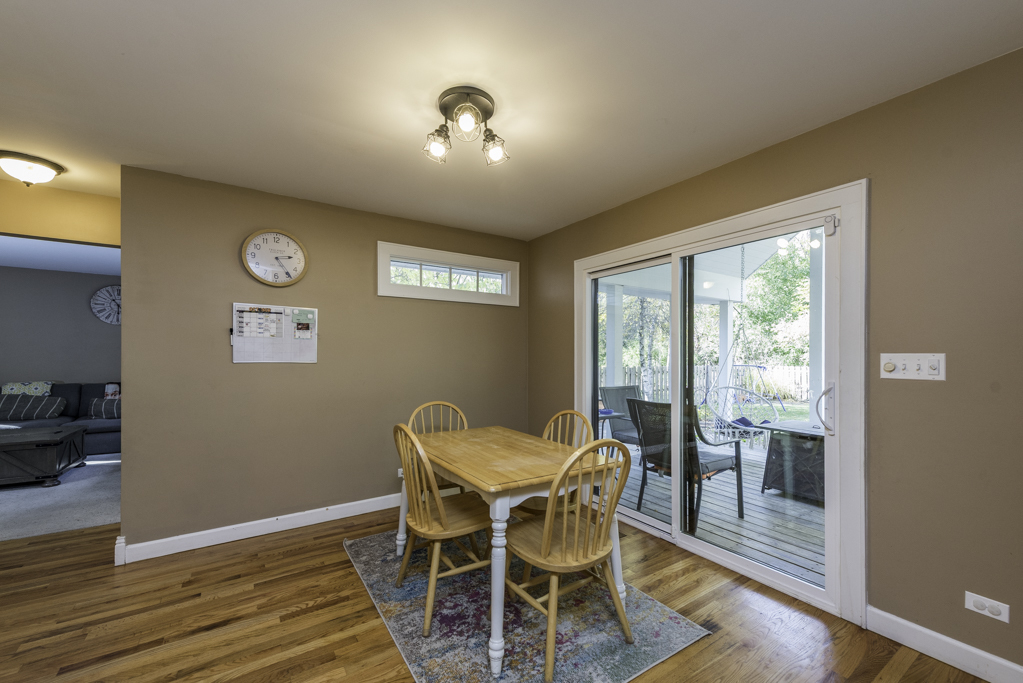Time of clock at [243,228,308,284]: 2:24
